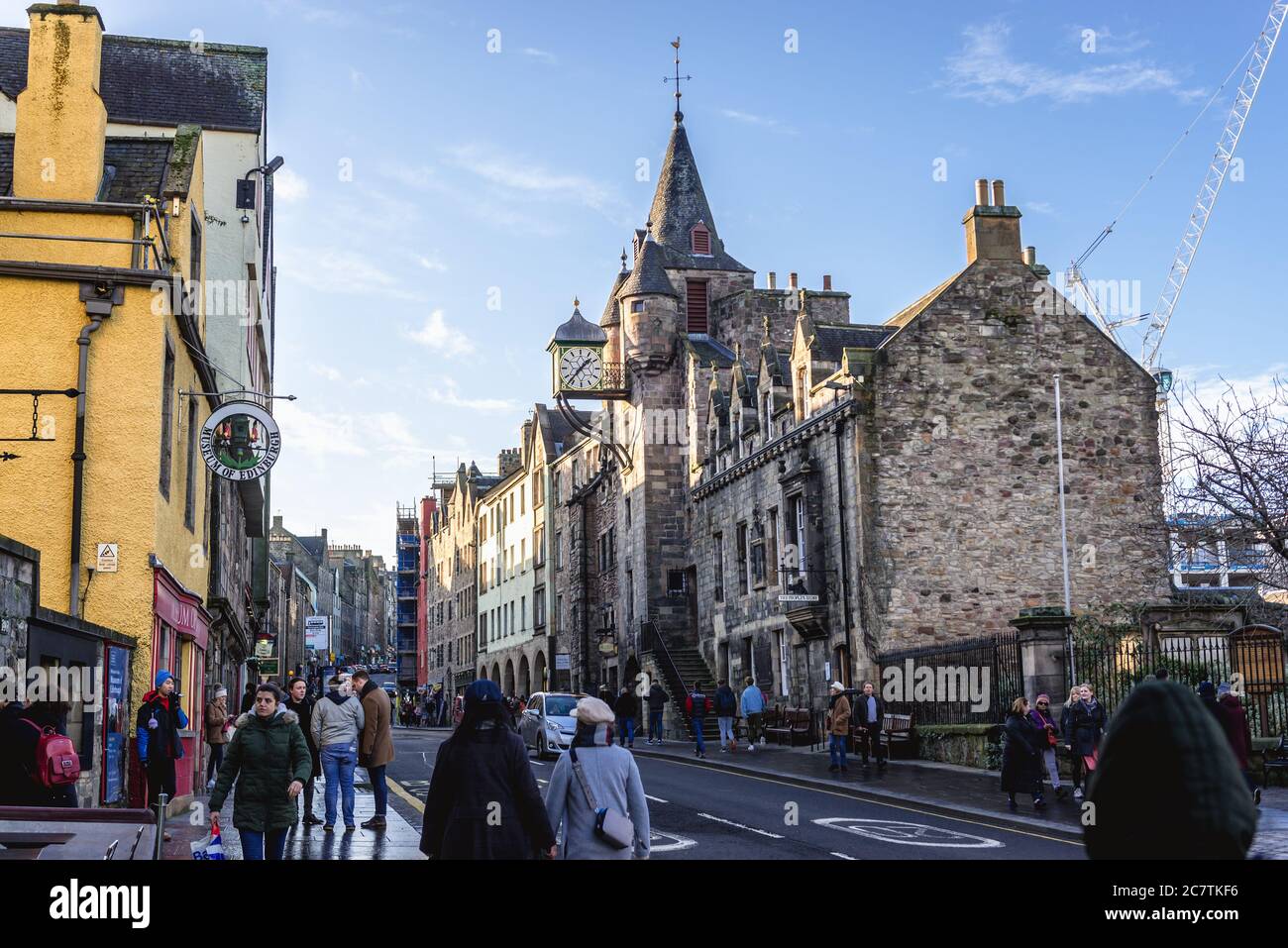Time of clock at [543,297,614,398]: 1:37
